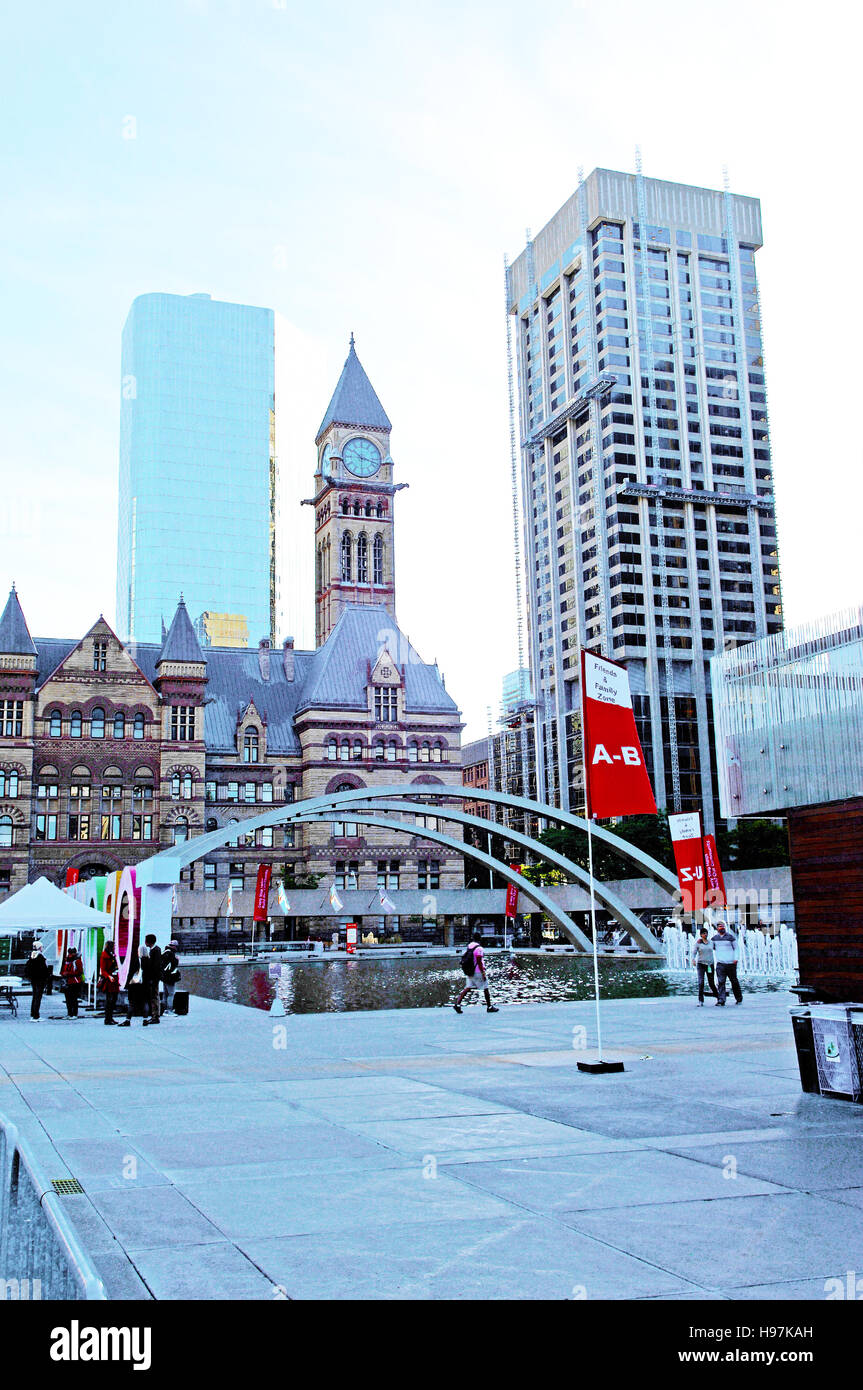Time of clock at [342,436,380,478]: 10:17
